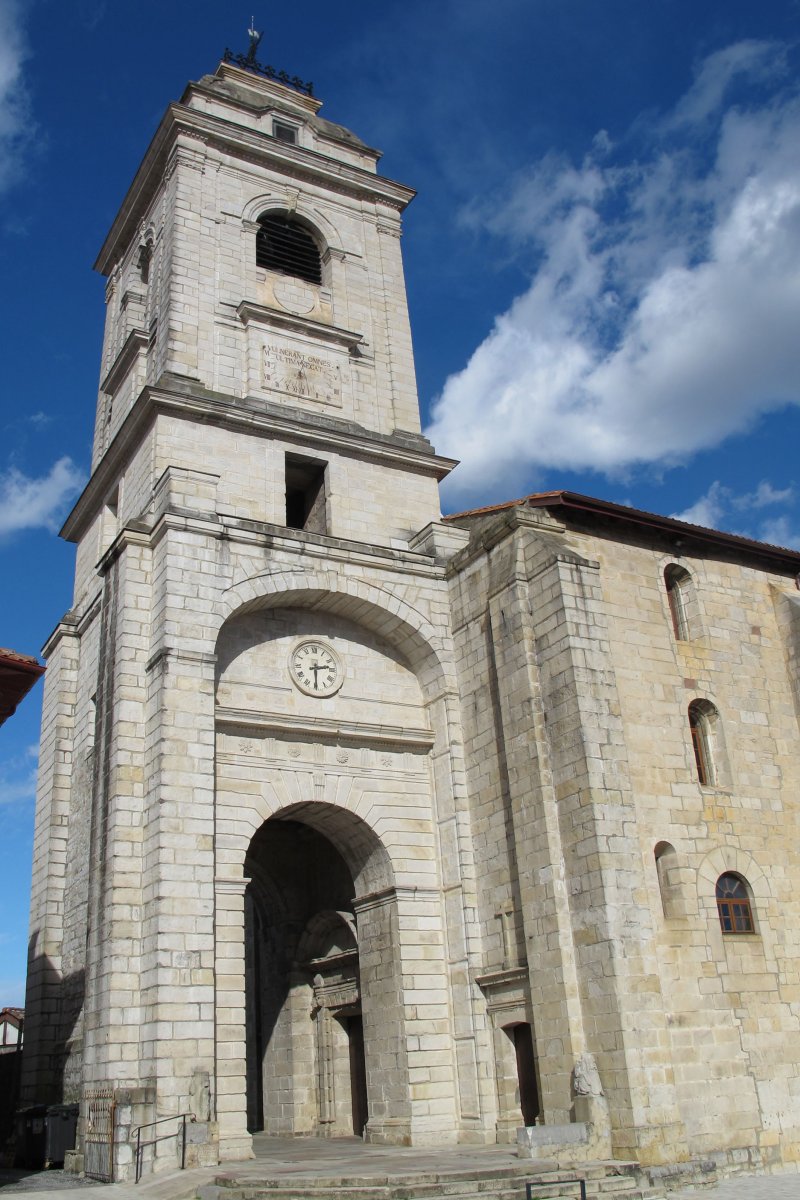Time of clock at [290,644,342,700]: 2:29
